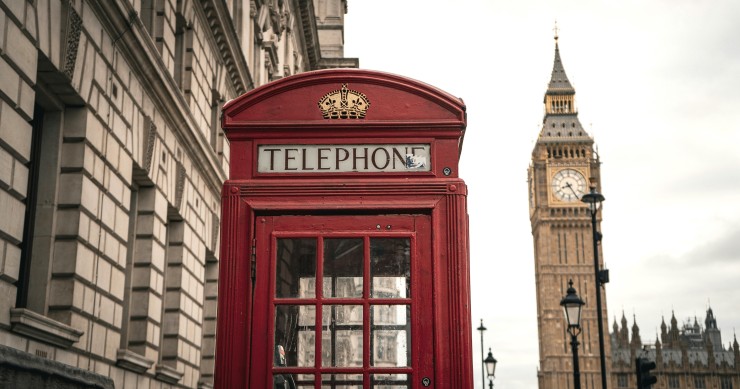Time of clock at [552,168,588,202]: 8:24
